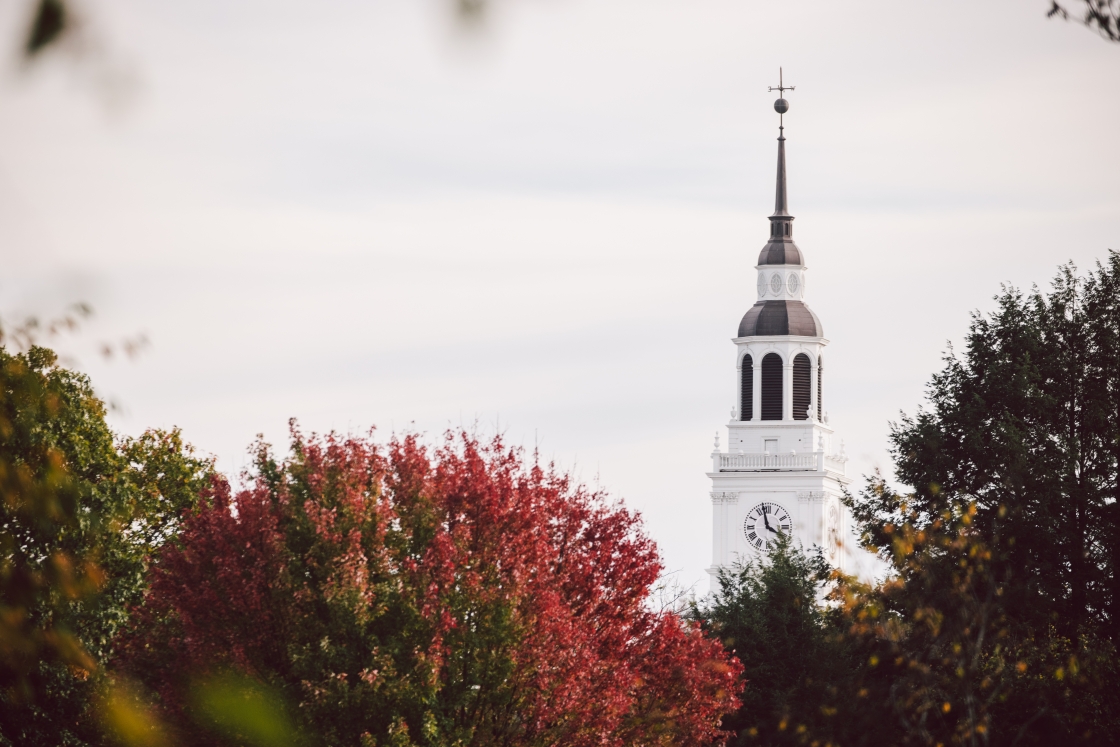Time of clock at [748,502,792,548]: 3:57
